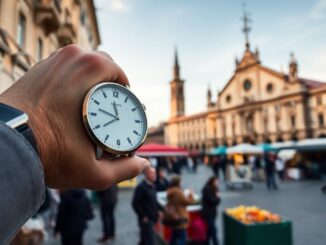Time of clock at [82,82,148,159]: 11:47
